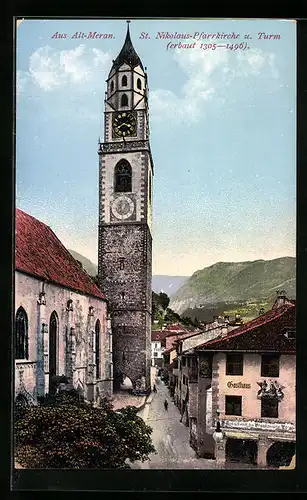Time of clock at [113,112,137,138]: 3:40
